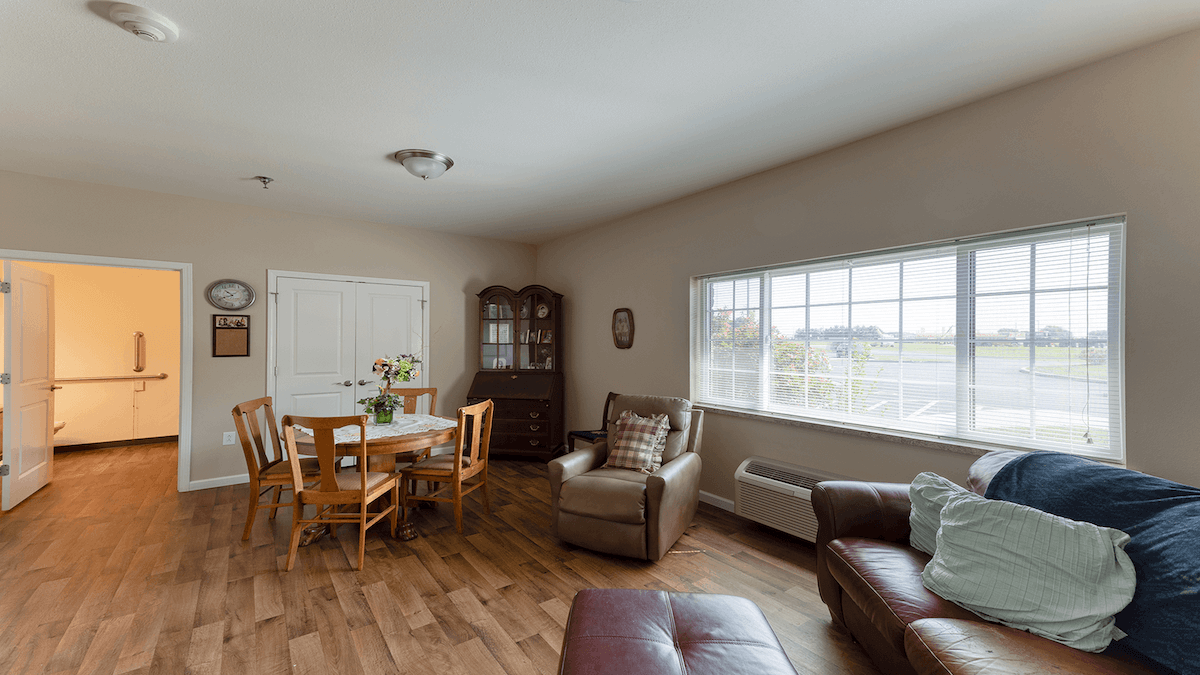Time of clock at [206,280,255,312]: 10:41
